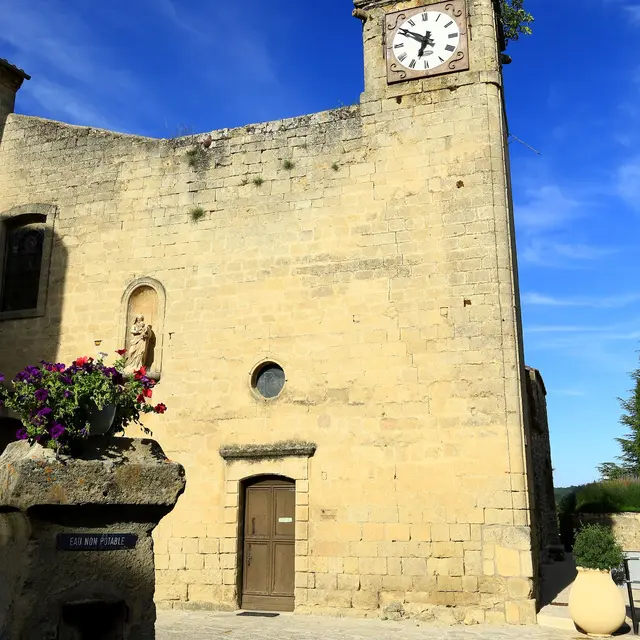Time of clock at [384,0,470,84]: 6:50
